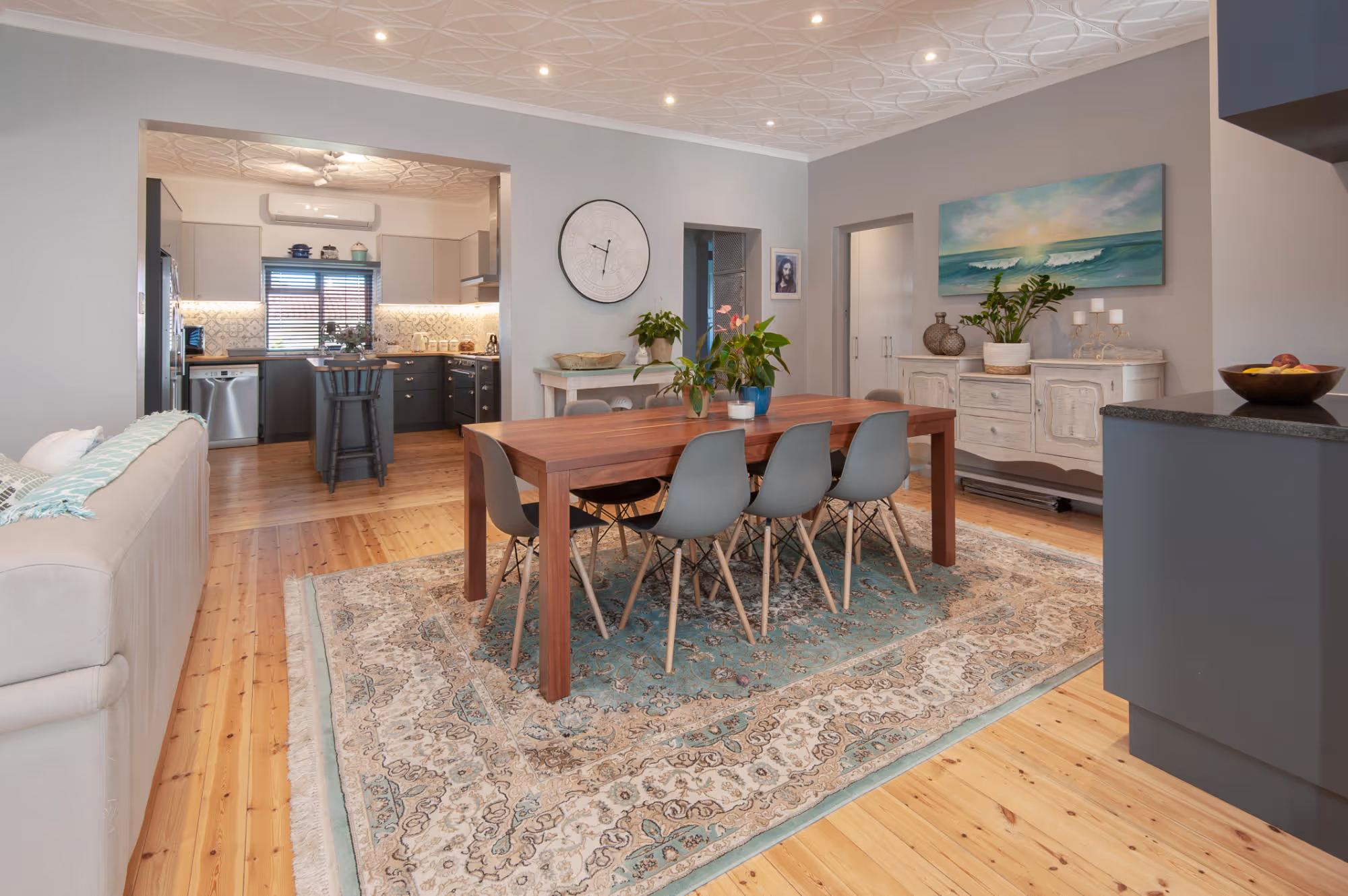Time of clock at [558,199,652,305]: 9:32
